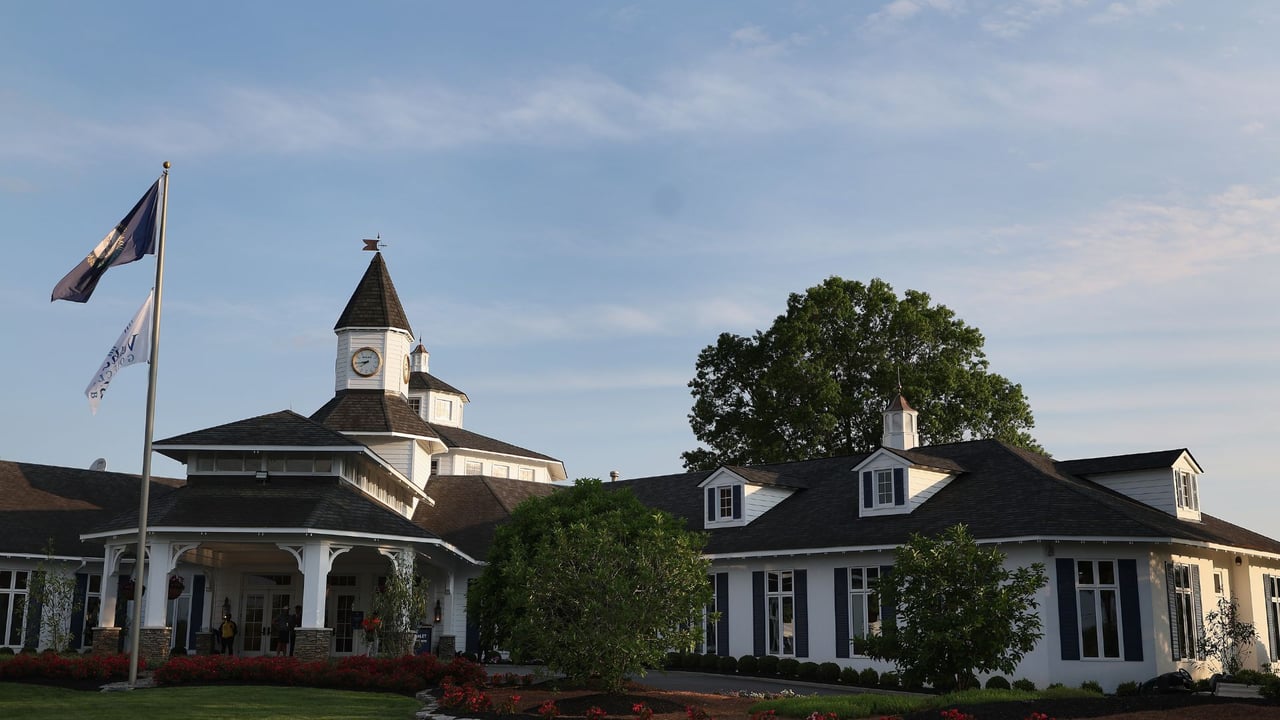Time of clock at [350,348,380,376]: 7:43
